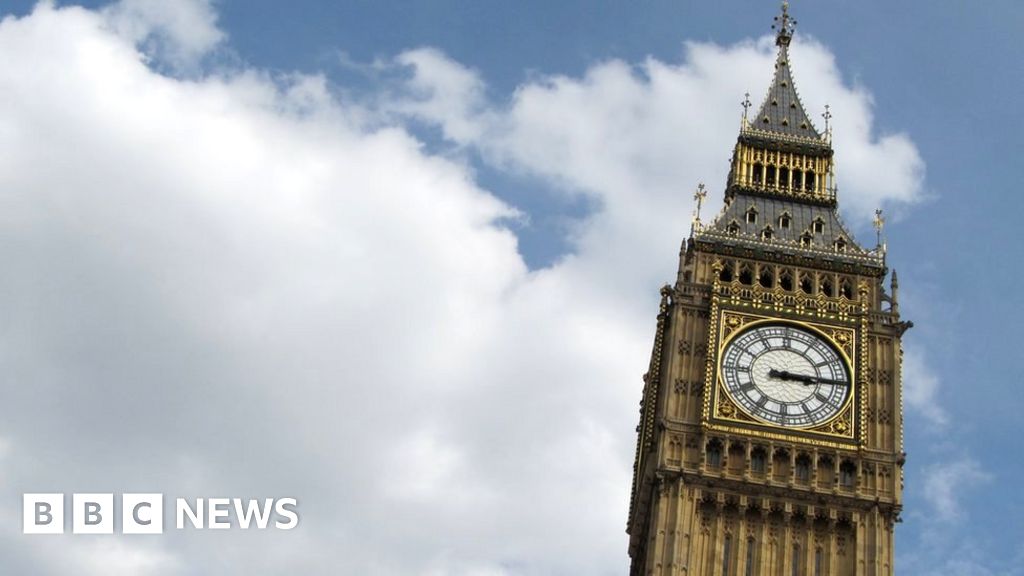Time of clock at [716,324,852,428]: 3:14
